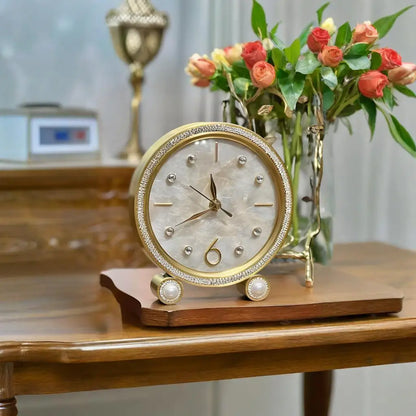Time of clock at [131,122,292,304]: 11:40
